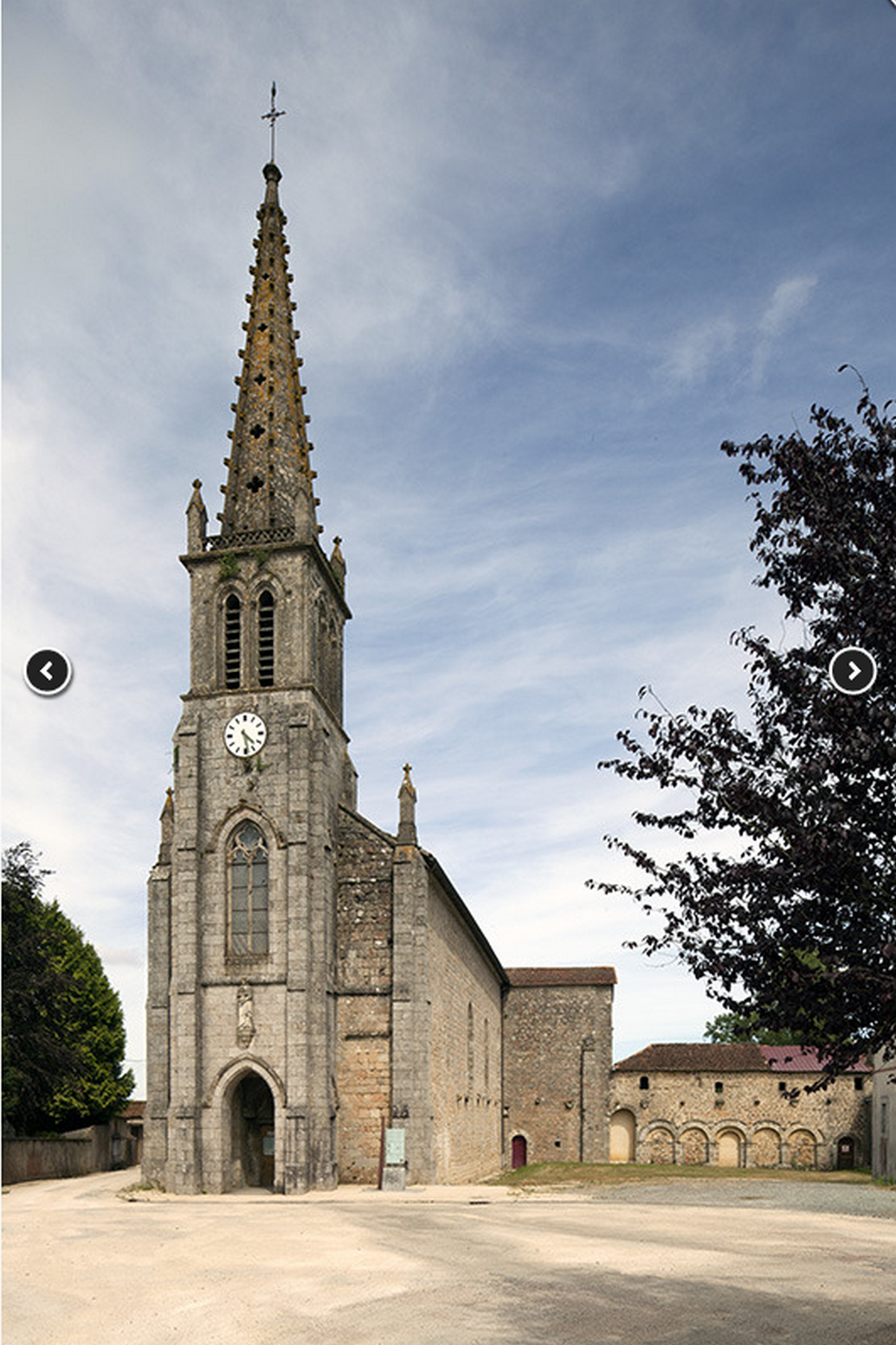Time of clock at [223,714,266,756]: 4:28
